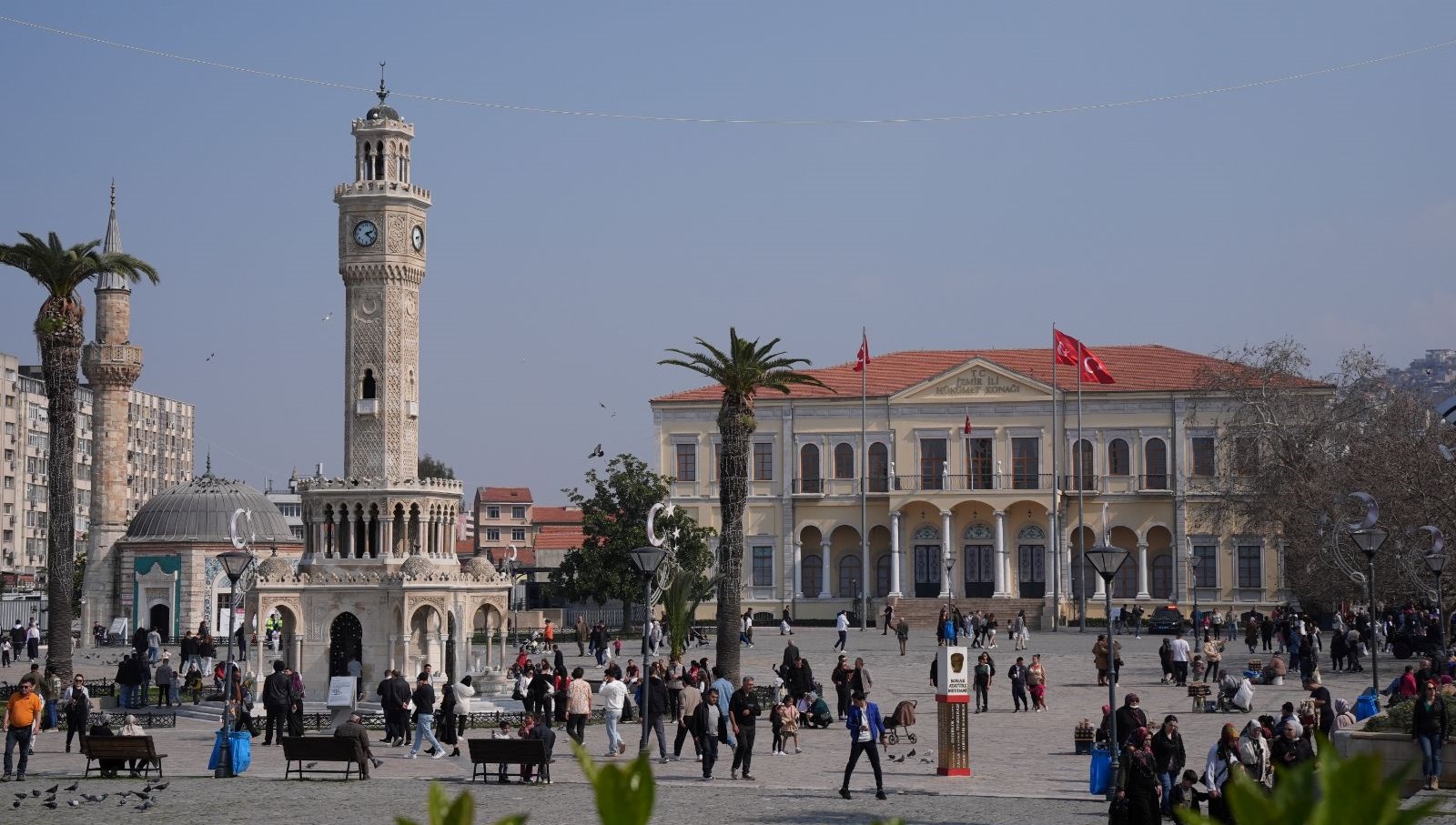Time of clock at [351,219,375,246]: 2:21
